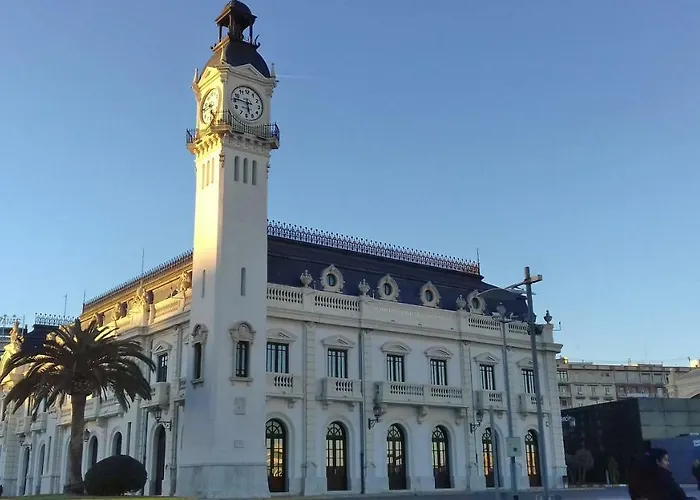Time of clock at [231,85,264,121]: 5:46
